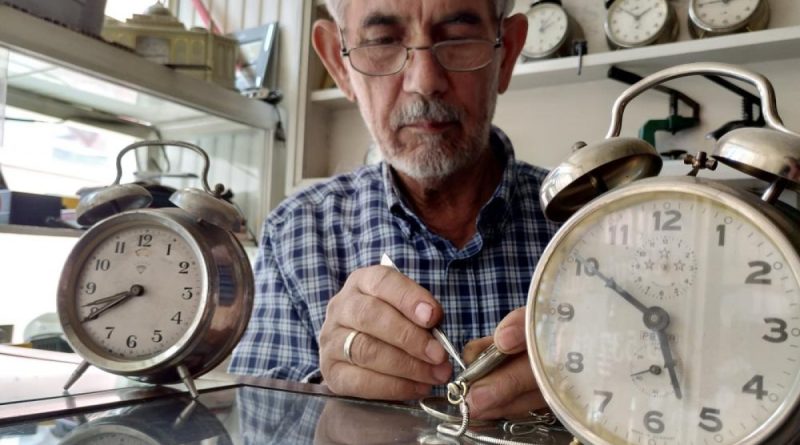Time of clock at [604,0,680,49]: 1:51
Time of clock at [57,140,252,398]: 8:40
